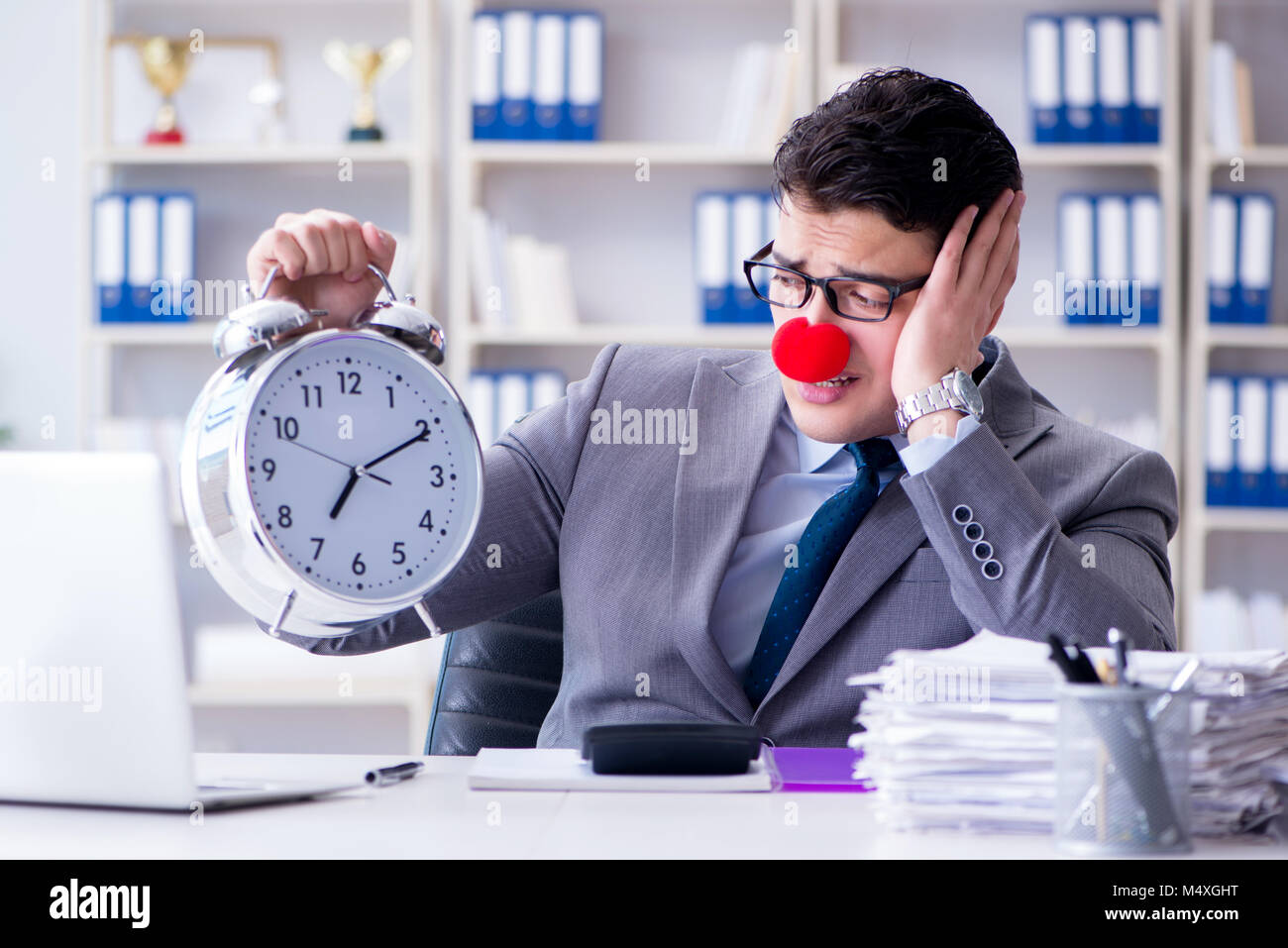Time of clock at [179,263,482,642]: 7:10
